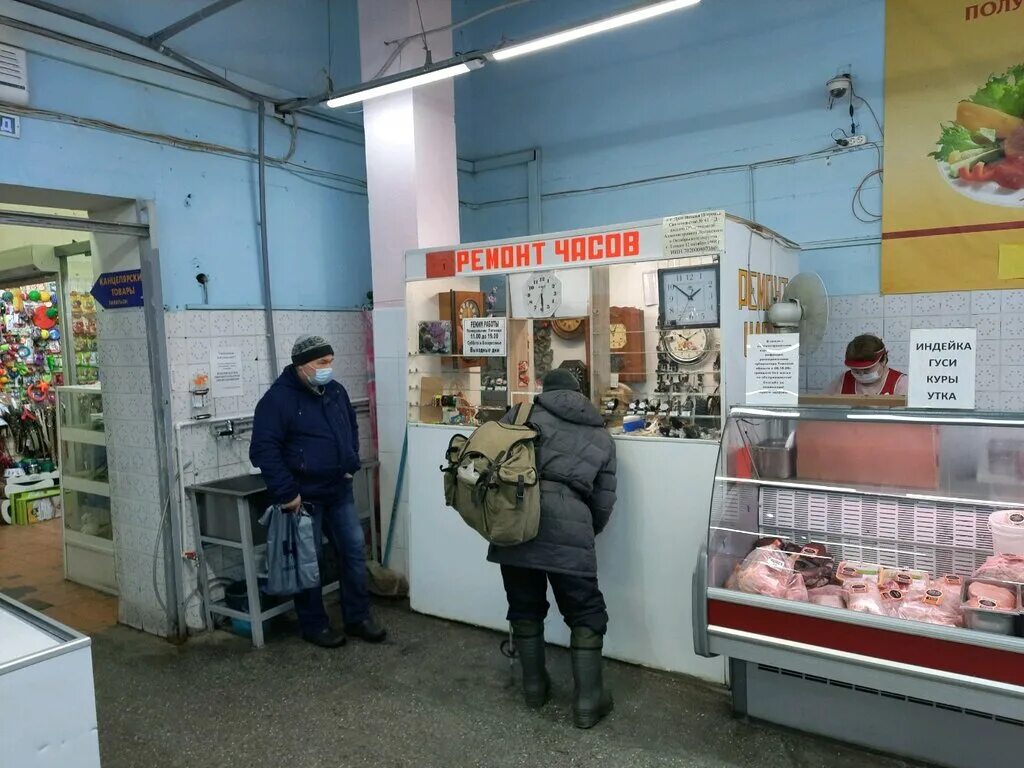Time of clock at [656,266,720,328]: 1:51
